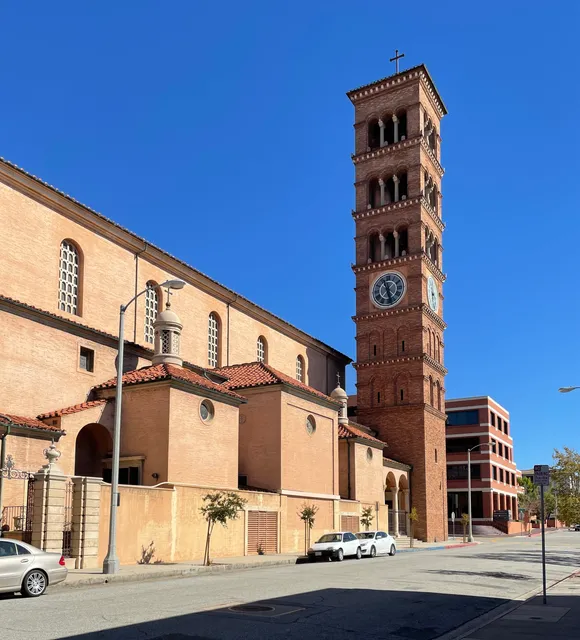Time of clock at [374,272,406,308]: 11:27
